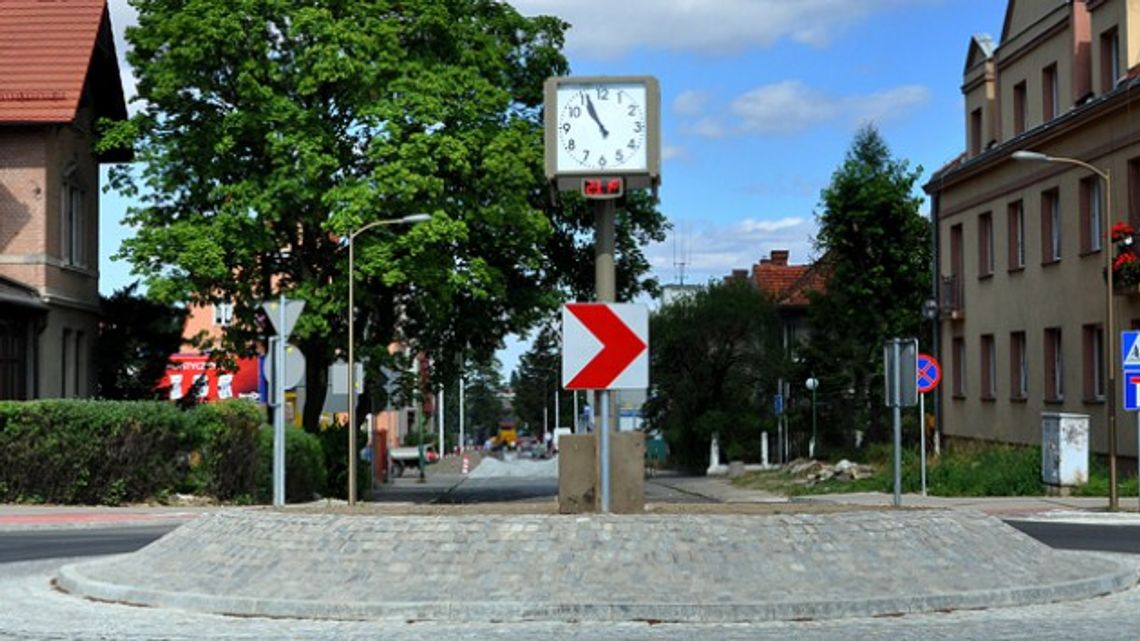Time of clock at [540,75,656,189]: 10:56
